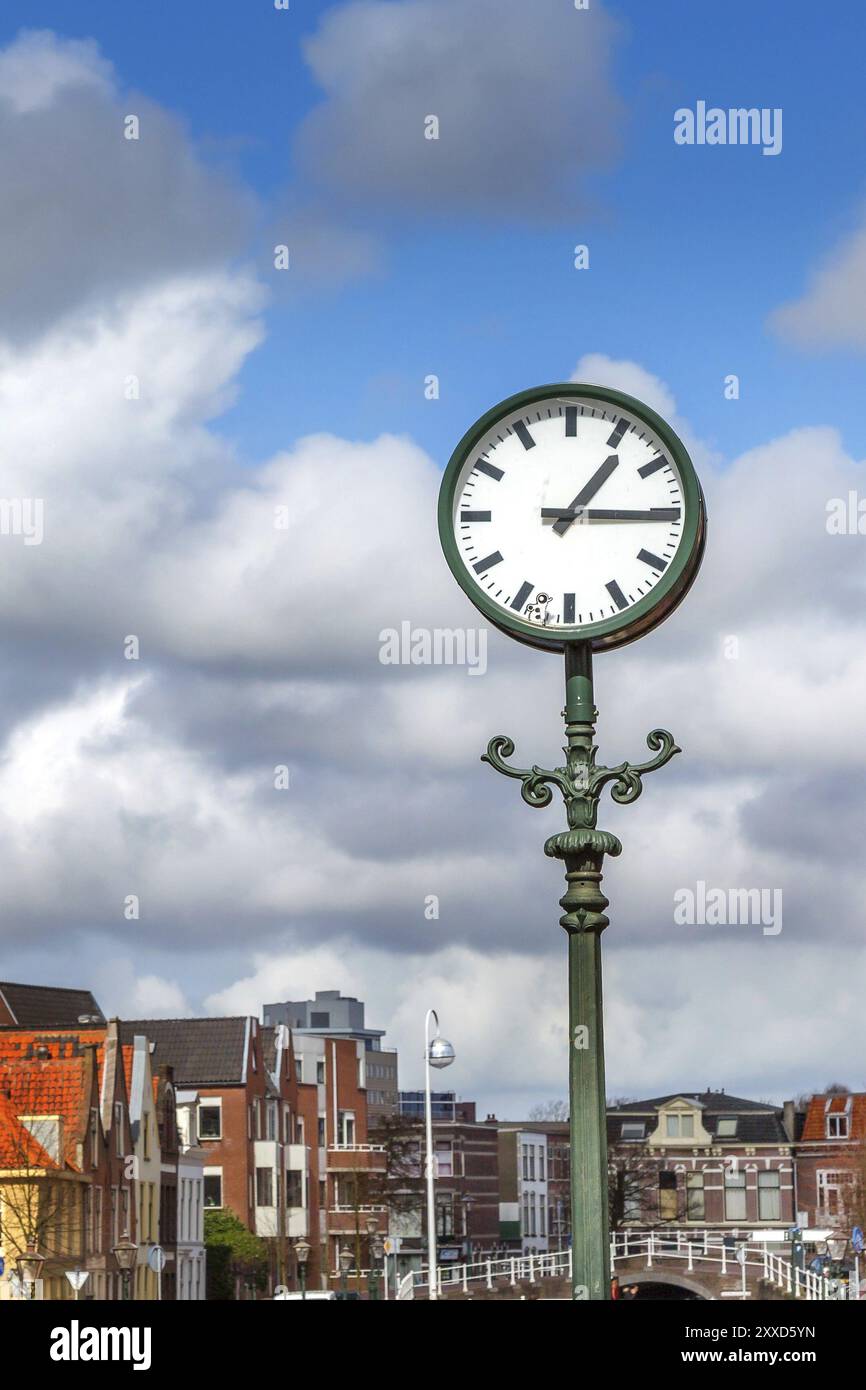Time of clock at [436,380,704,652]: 1:15
